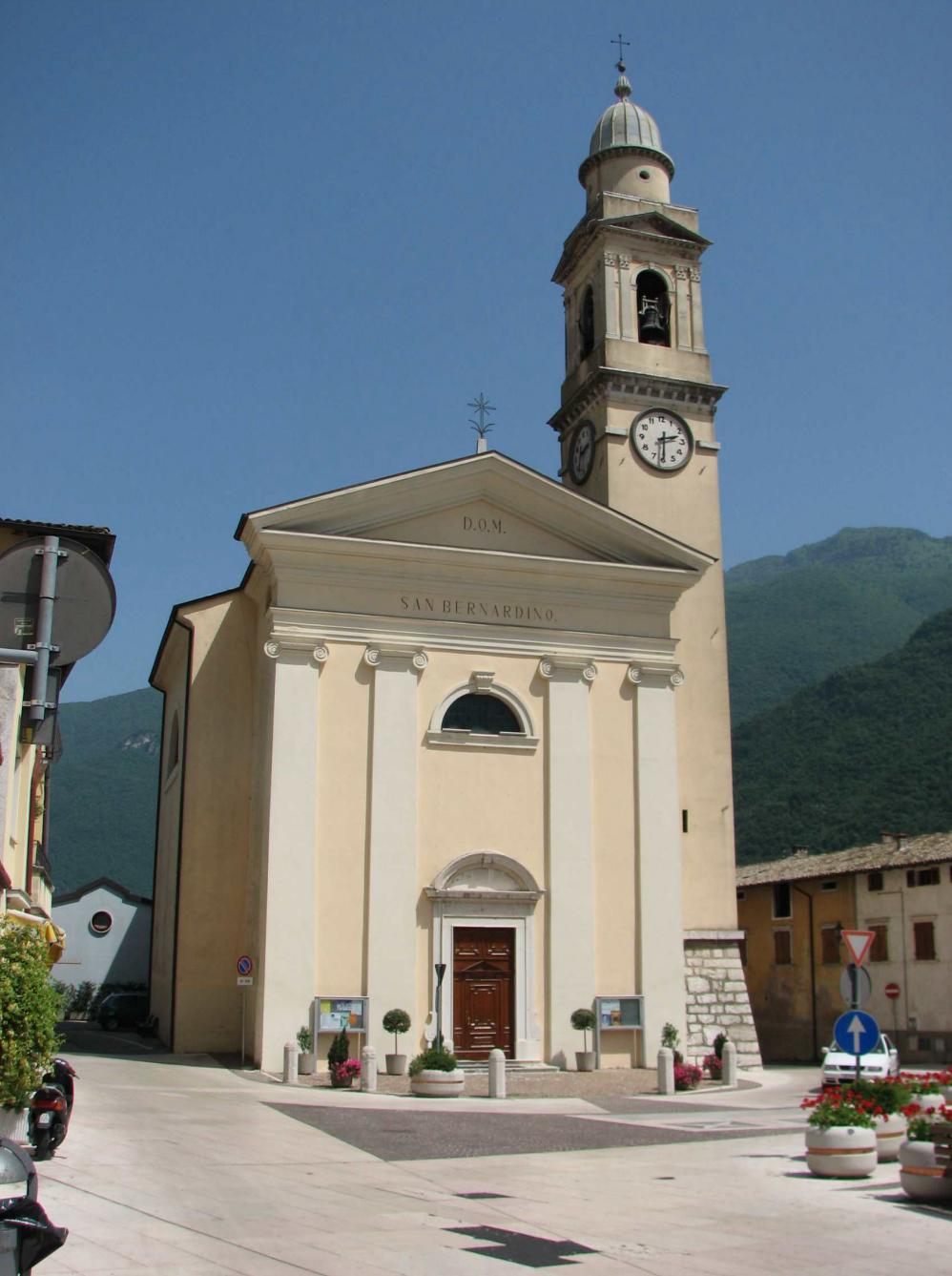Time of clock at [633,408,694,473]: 2:30
